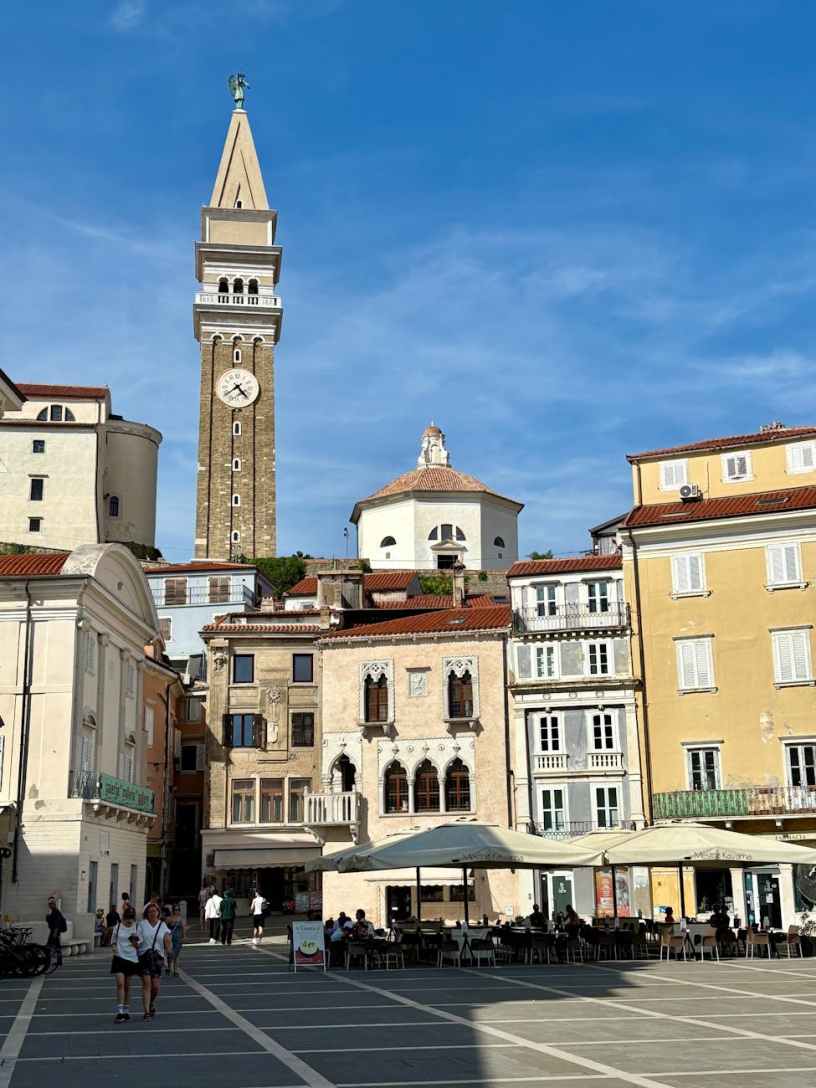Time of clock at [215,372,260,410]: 4:38
